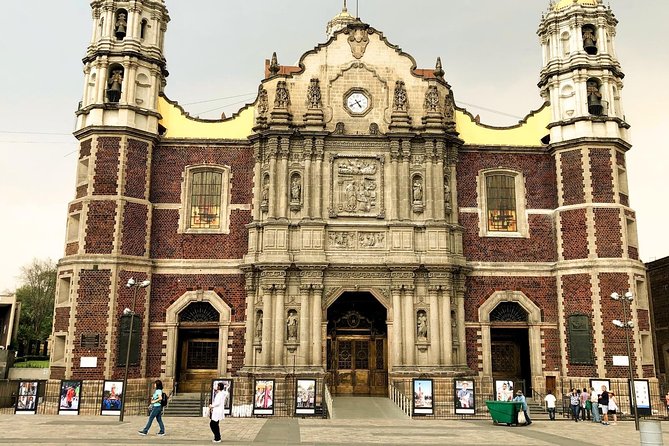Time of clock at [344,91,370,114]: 4:40
